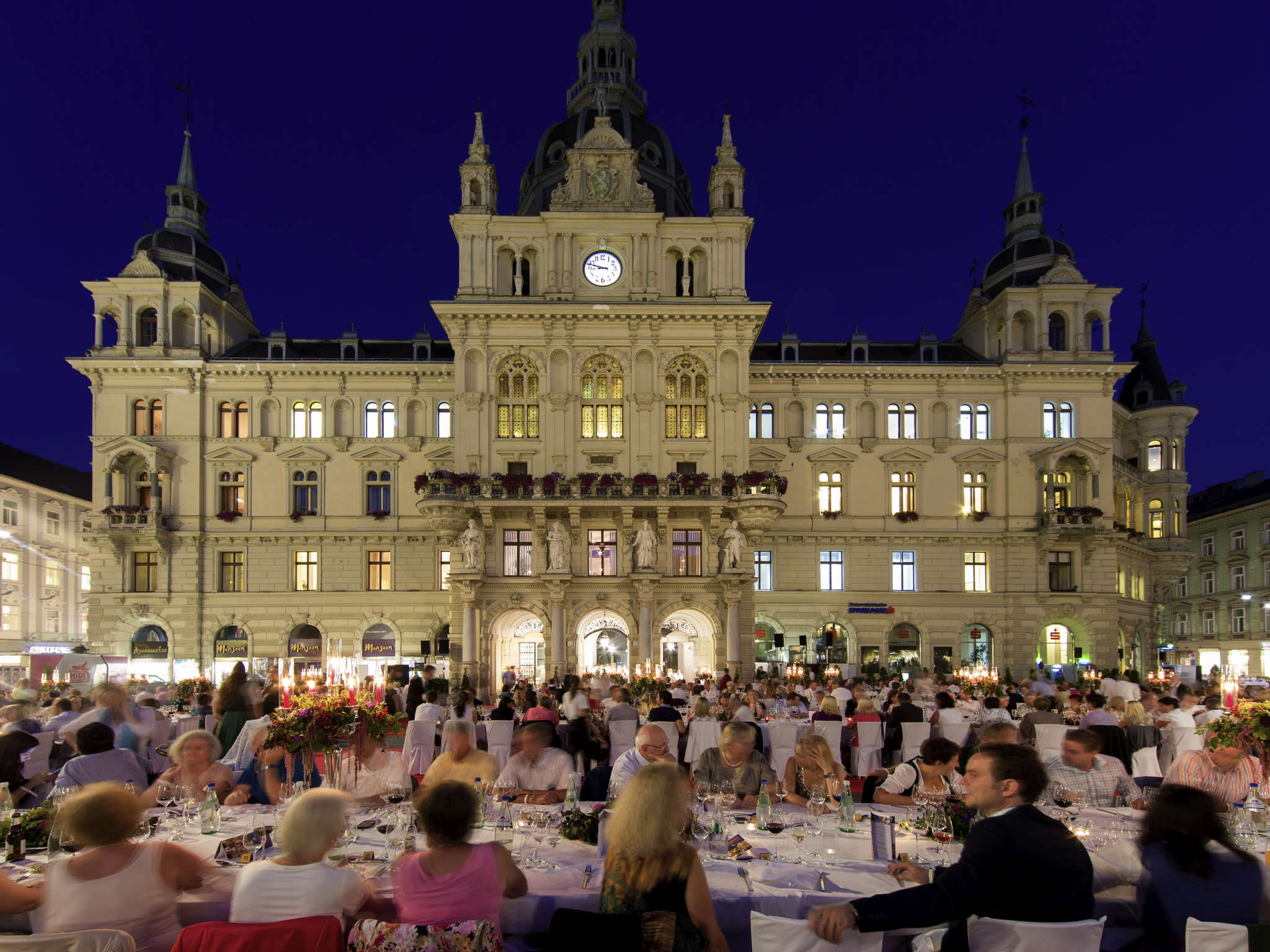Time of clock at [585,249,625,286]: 8:47
